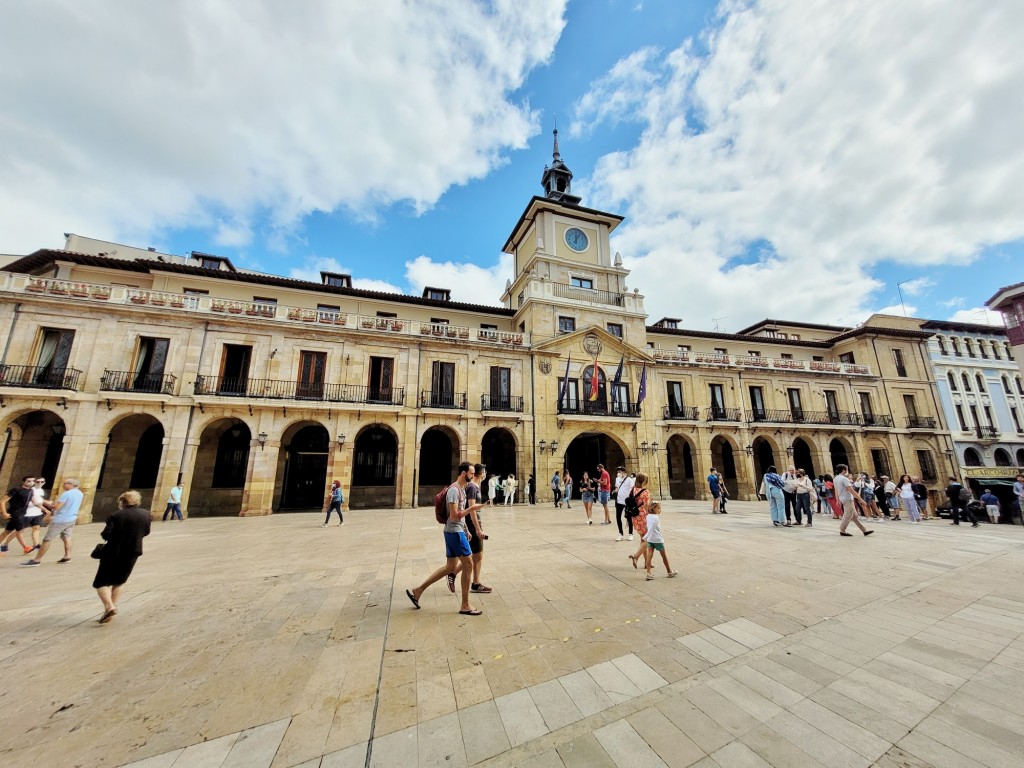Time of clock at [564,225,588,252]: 12:05
